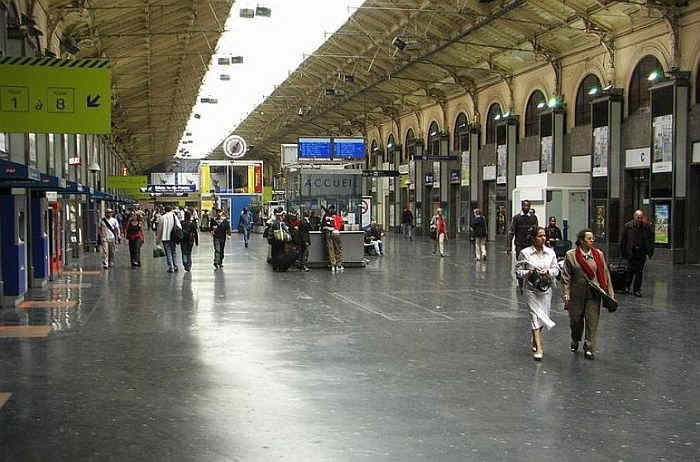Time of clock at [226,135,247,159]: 12:34
